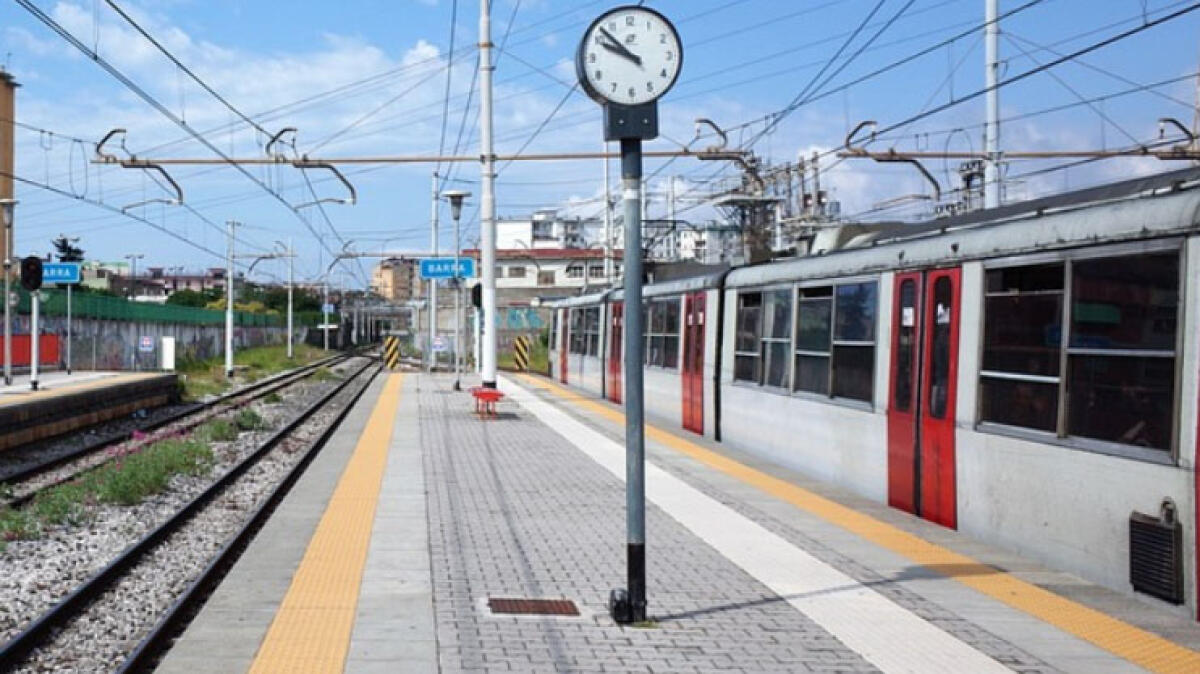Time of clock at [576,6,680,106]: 9:52
